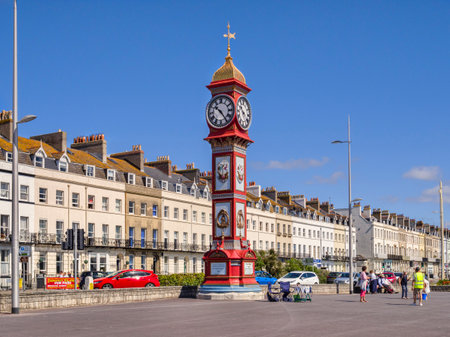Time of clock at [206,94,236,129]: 10:24
